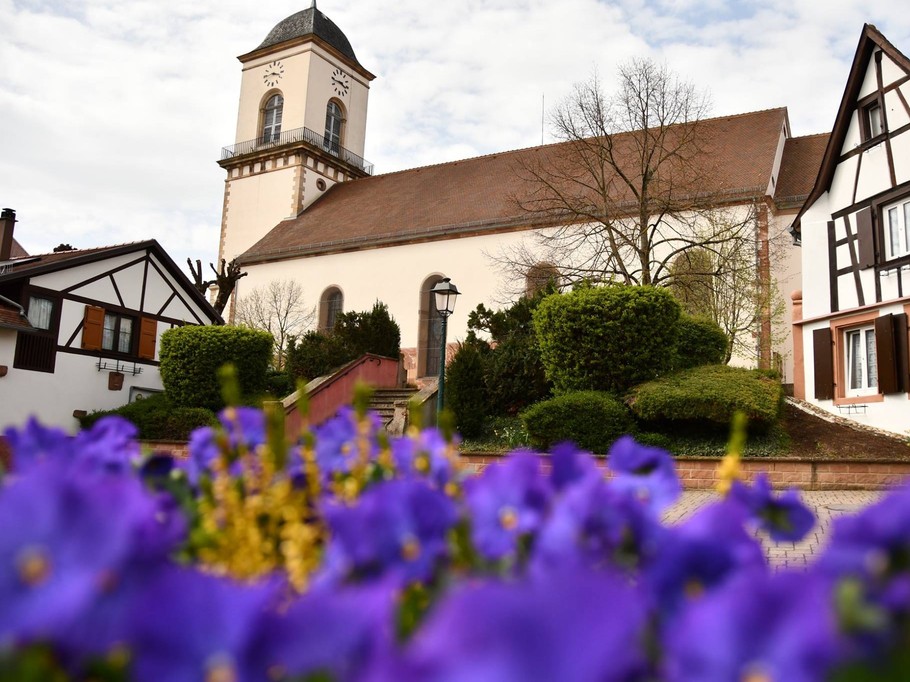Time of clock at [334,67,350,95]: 3:43
